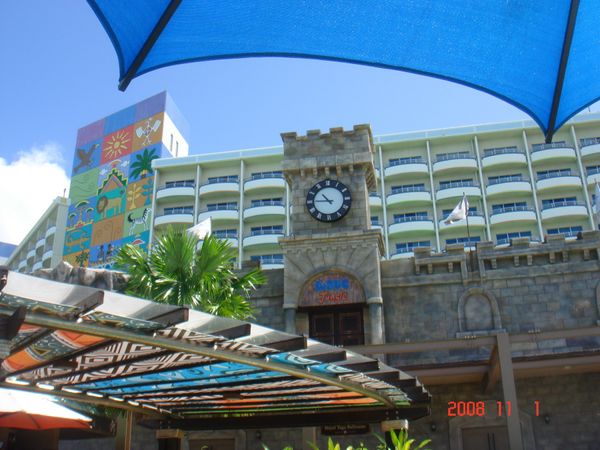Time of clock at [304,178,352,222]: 10:45
